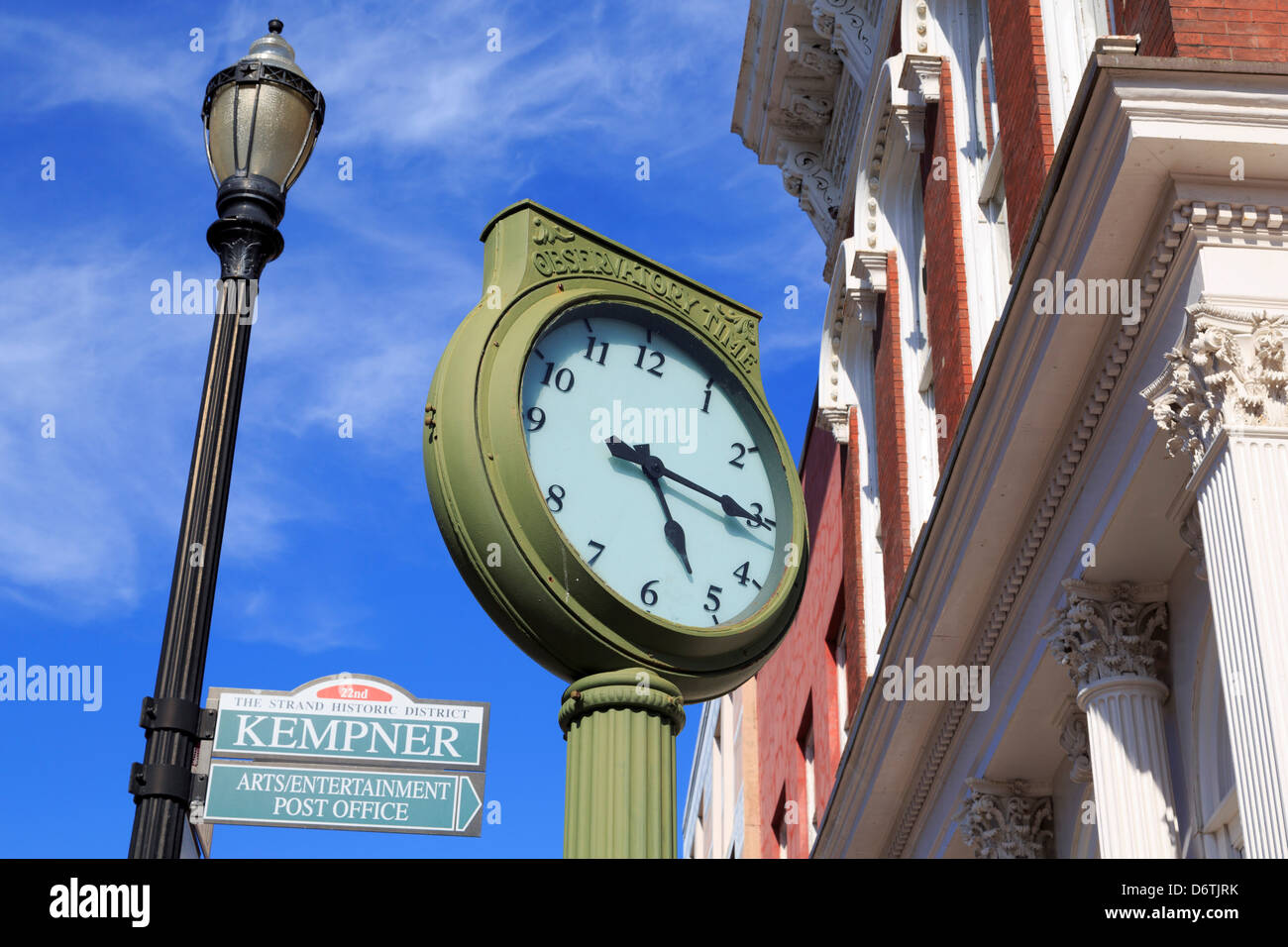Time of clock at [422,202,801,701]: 5:15
